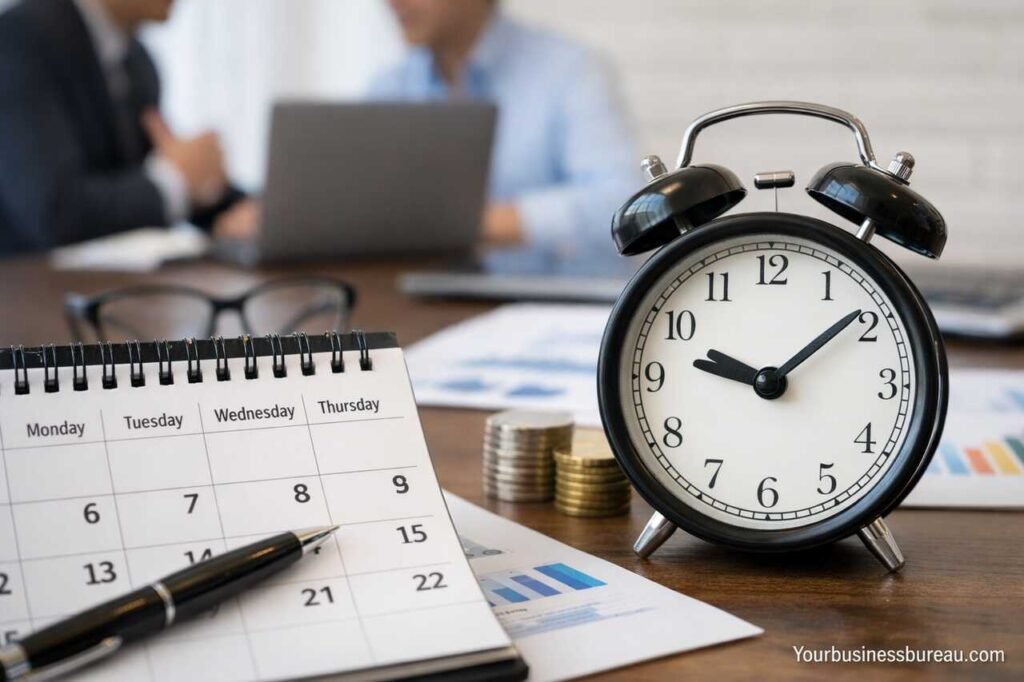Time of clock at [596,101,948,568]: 9:09
